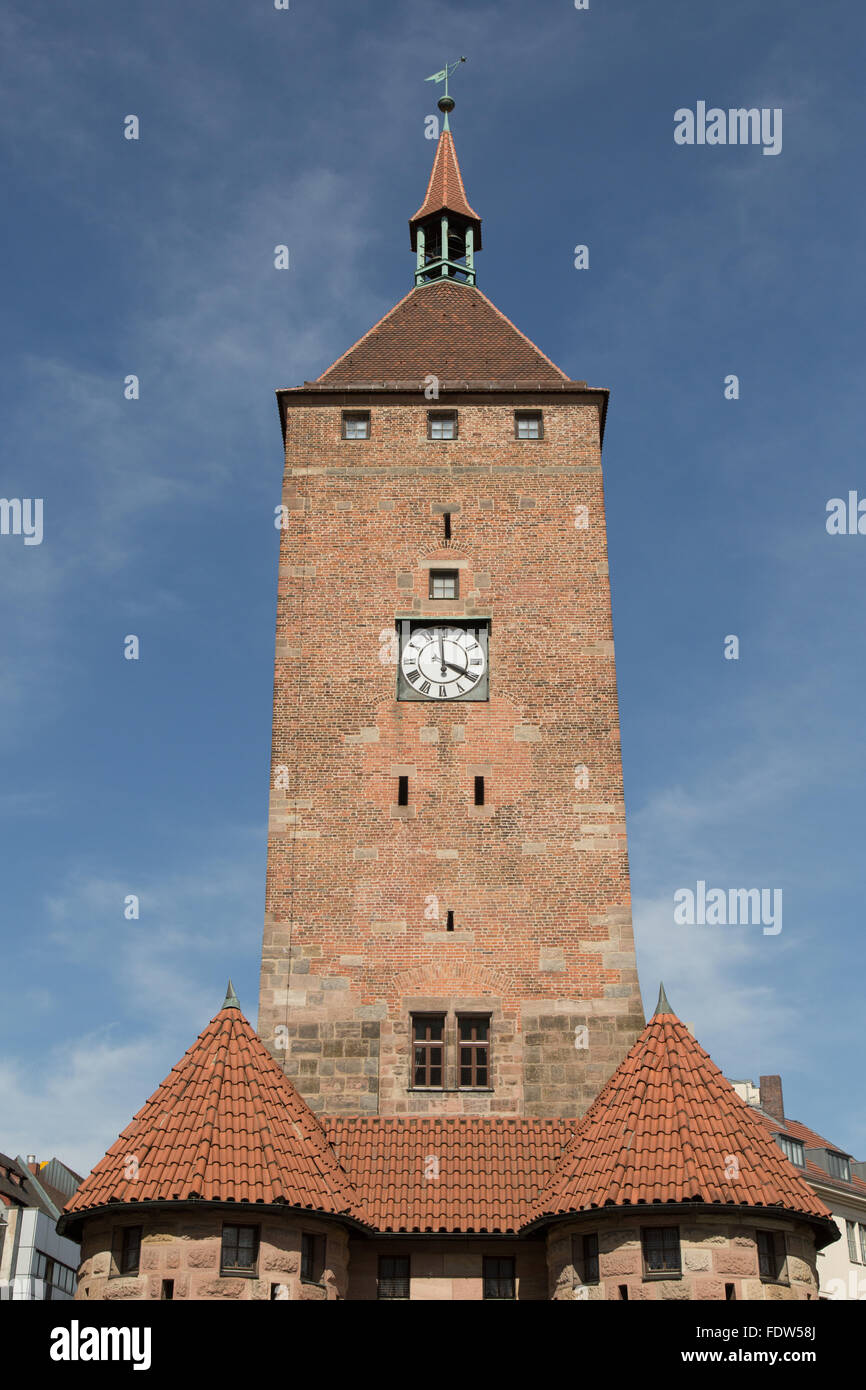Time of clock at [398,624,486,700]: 3:59
